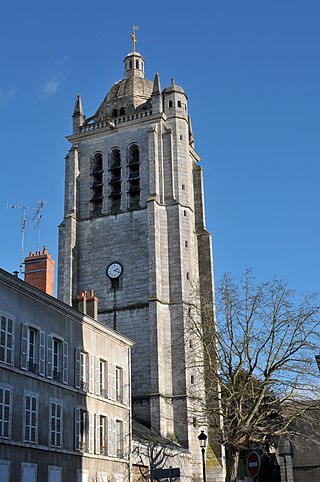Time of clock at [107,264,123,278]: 2:18
